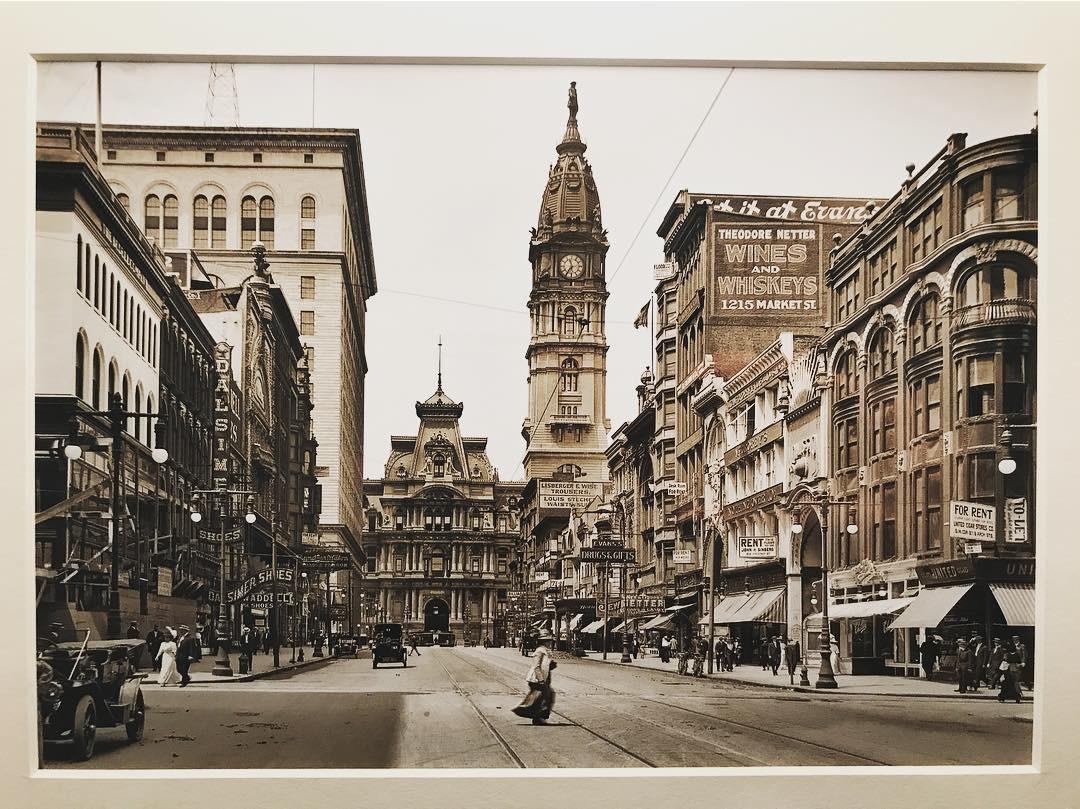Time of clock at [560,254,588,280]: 11:35
